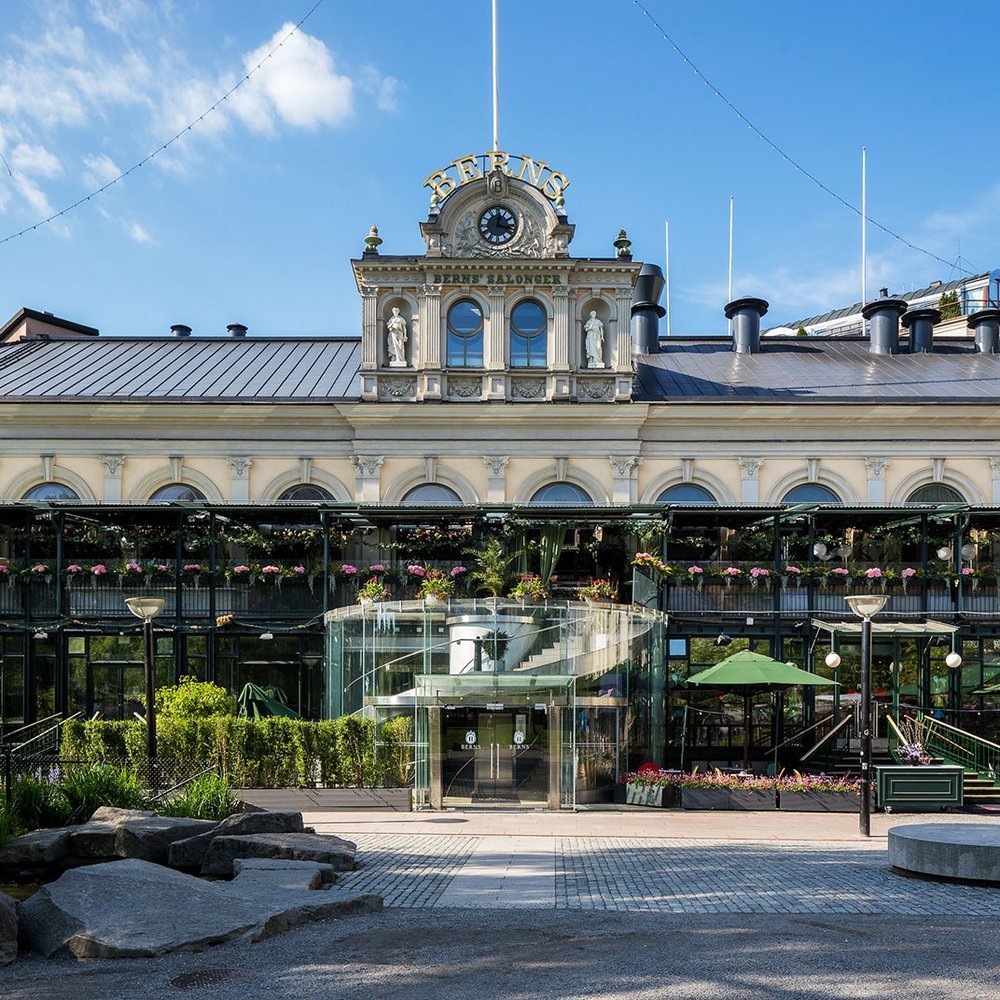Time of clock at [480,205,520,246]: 12:18
